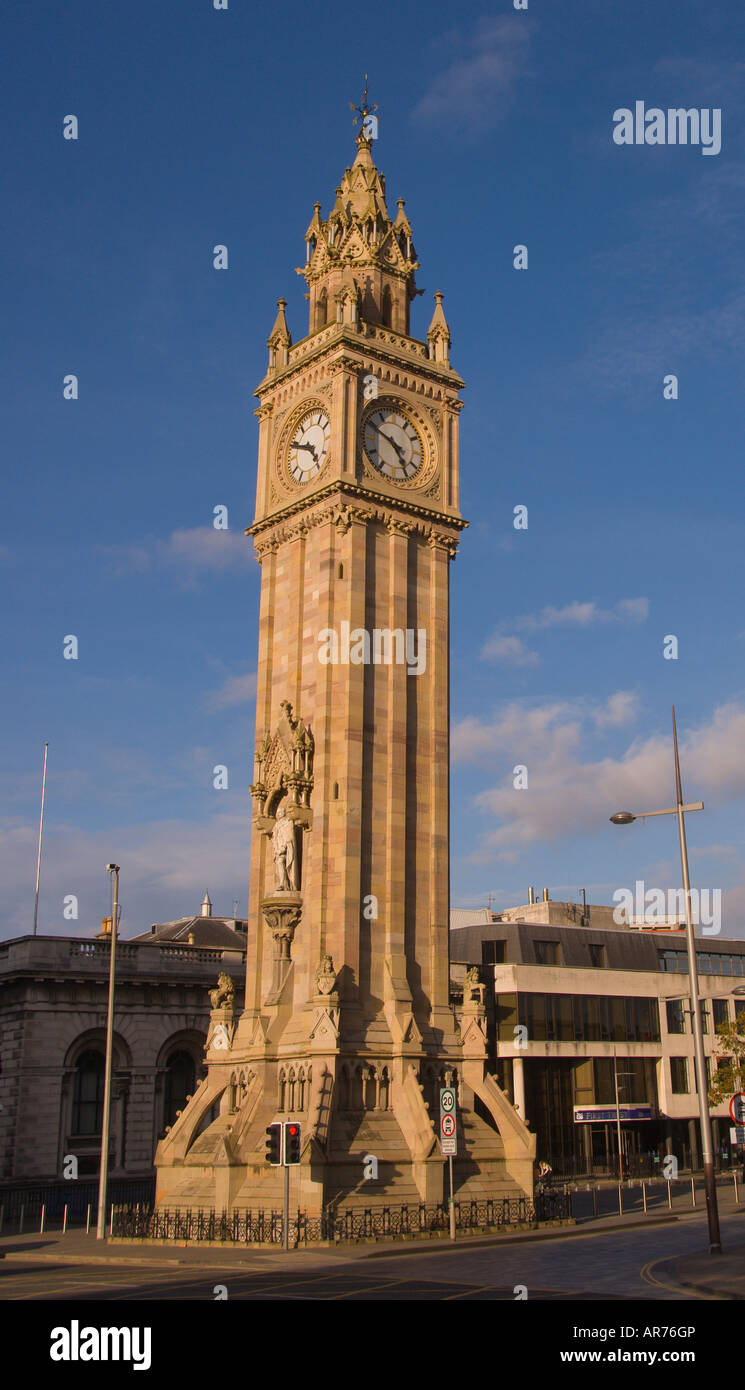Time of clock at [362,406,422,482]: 4:49
